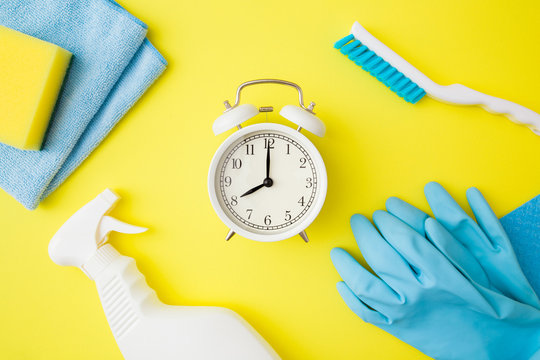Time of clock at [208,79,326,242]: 8:00
